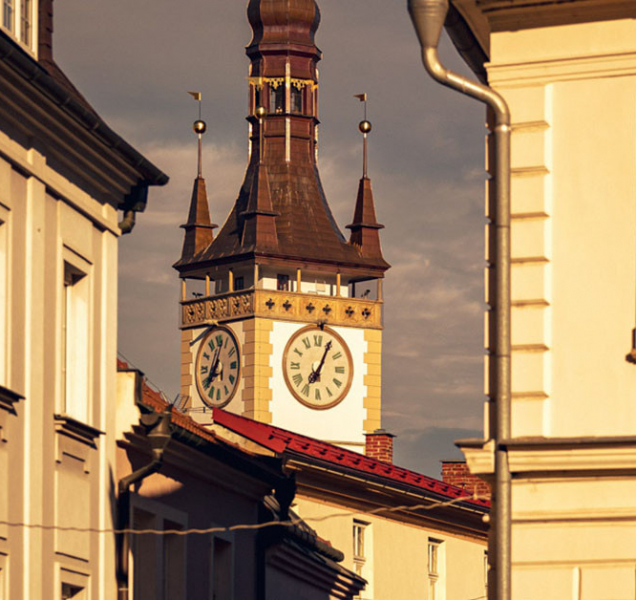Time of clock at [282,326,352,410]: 7:04
